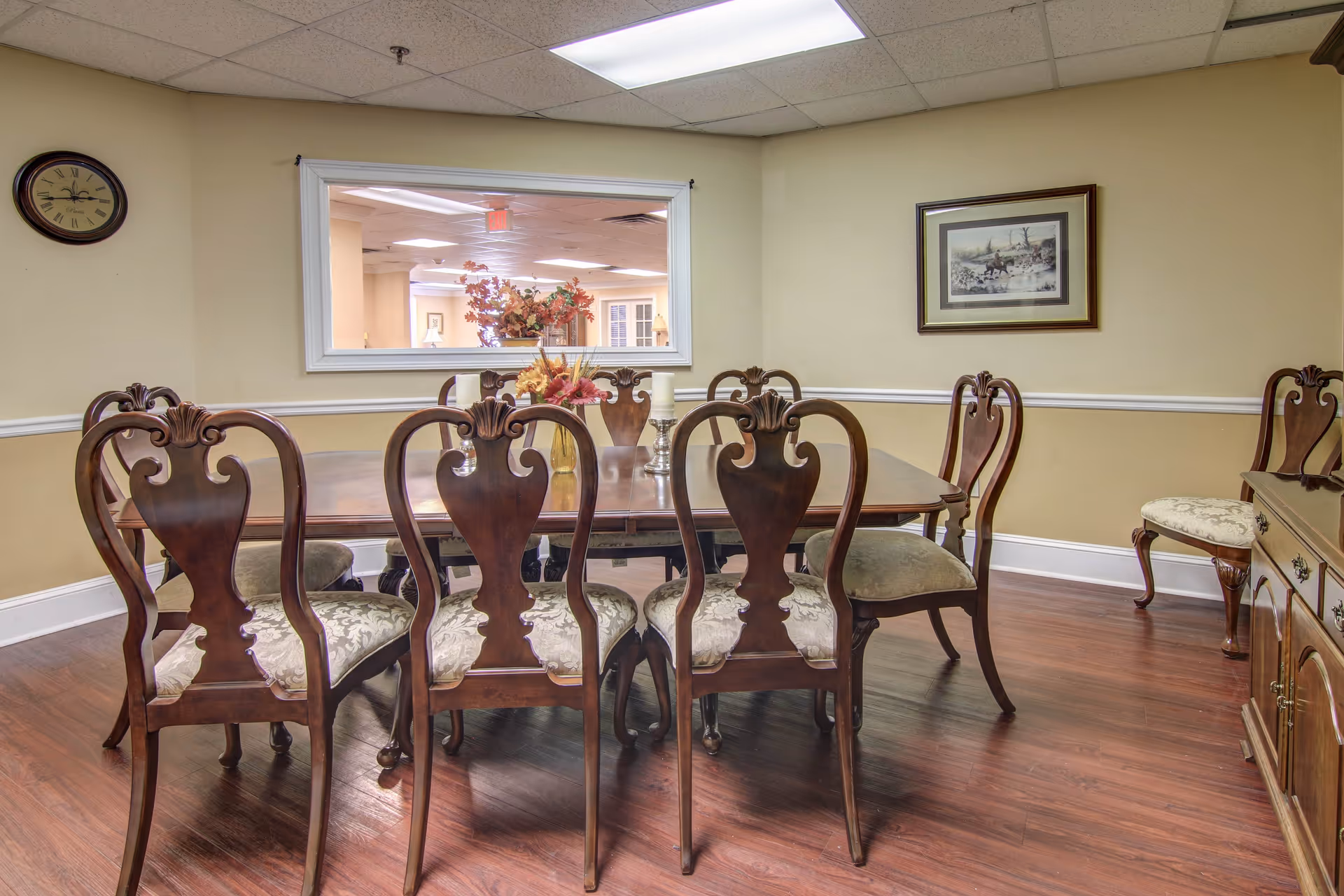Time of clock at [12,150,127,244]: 2:42
